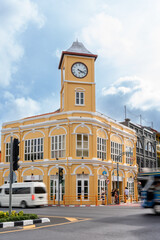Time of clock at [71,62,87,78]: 4:18
